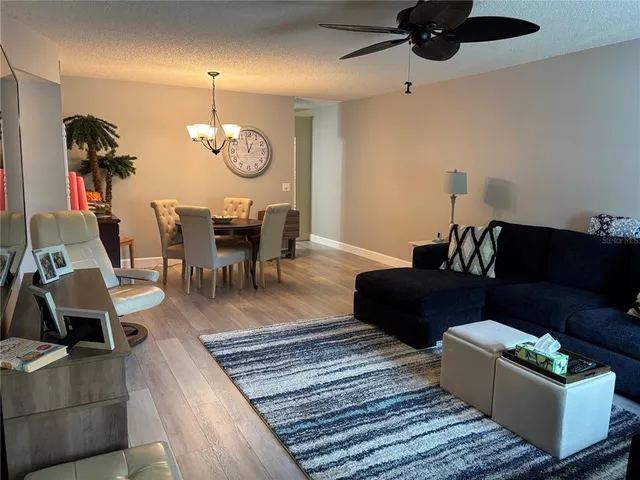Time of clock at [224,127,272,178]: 12:58
